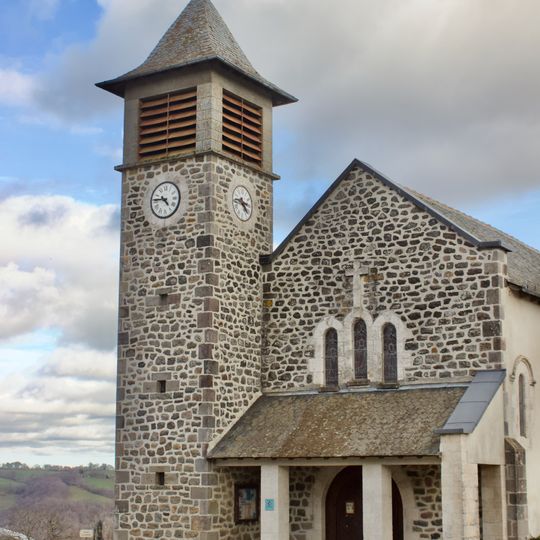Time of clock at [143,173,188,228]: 4:45
